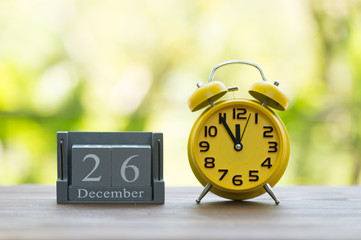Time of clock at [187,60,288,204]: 11:54
